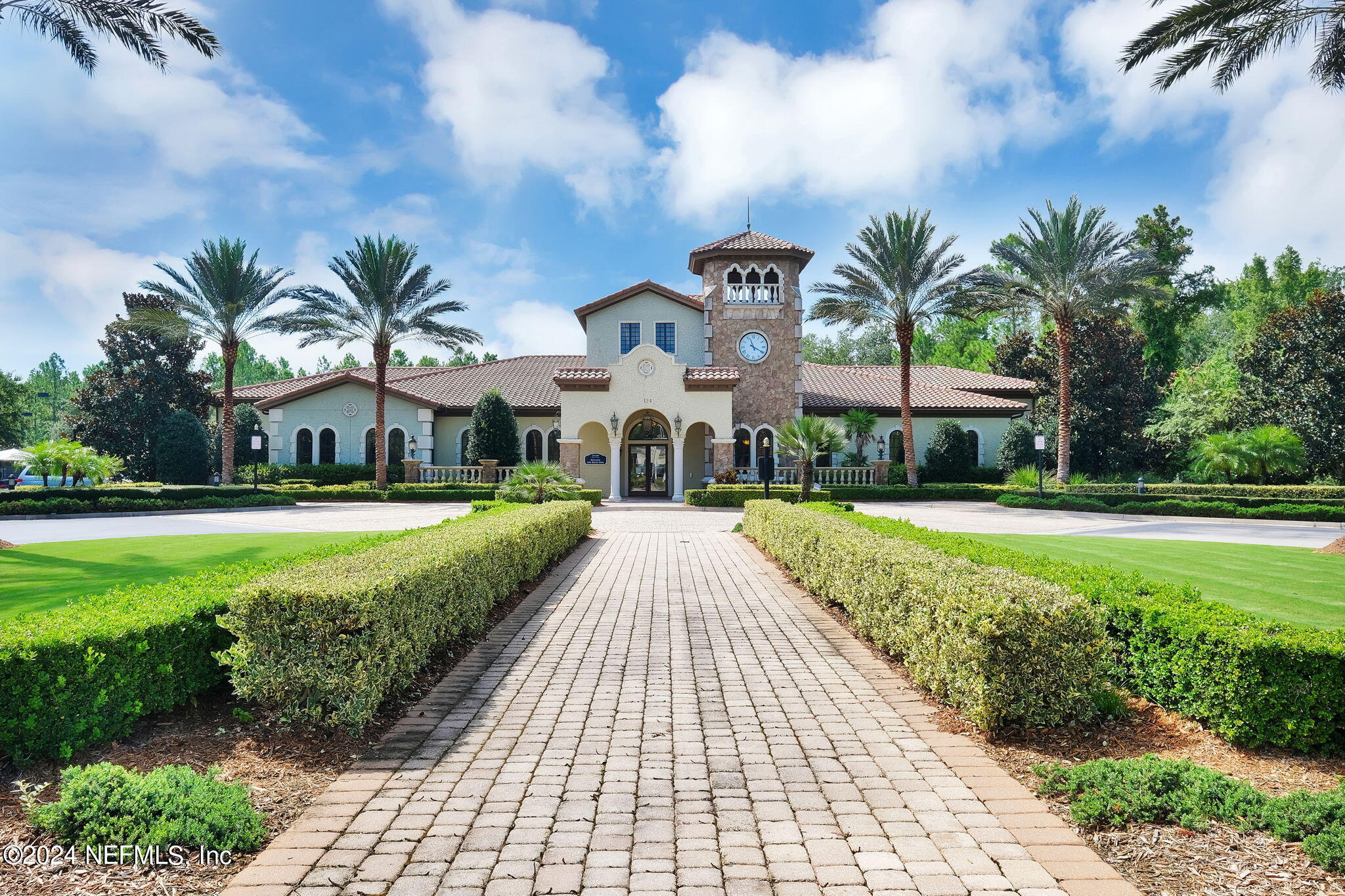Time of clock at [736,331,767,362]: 11:19
